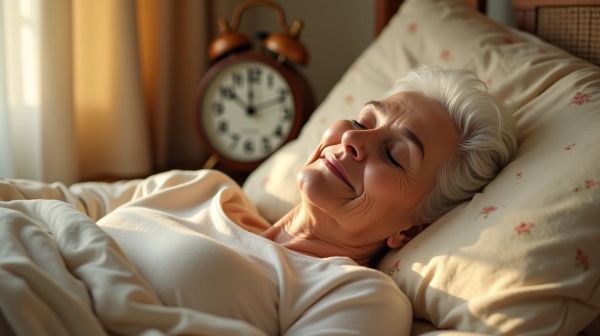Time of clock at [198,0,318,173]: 10:11
